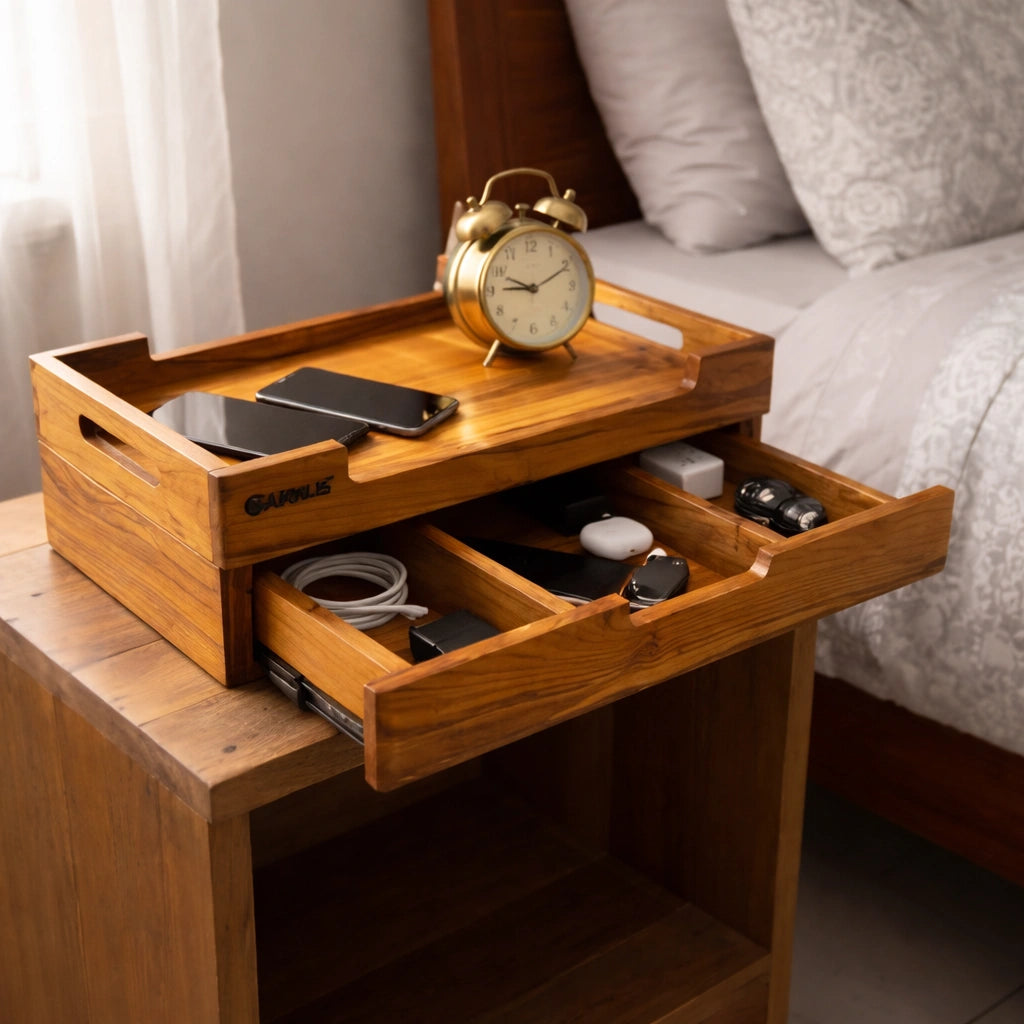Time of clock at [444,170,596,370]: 9:10
